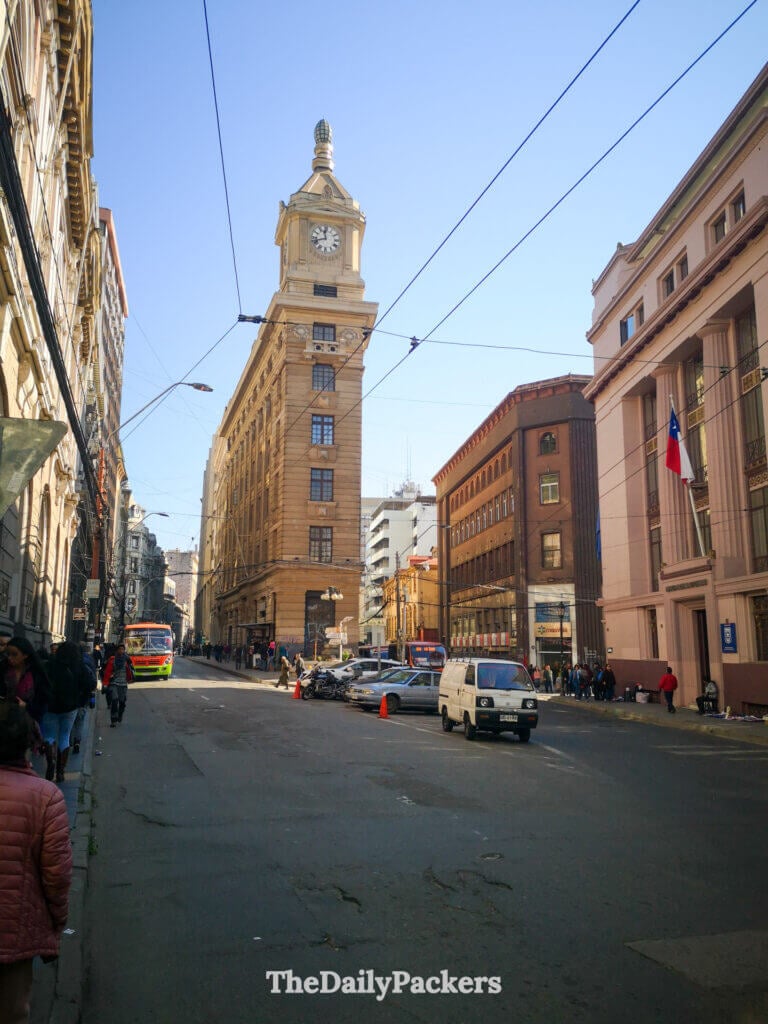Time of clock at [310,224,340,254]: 11:41
